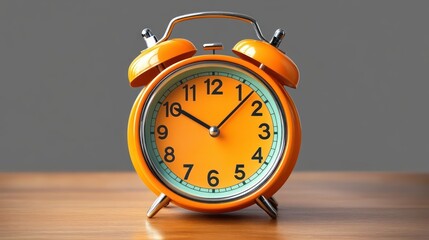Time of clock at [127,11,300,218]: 10:07
